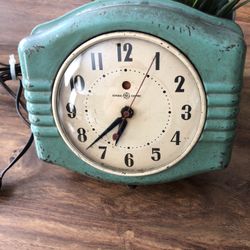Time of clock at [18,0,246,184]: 6:37
